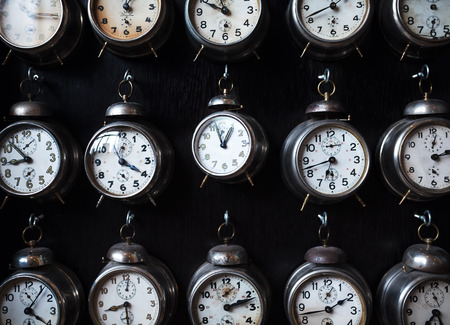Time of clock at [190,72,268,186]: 12:57
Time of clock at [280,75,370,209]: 6:42
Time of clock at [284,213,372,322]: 1:42
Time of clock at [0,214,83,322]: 4:06
